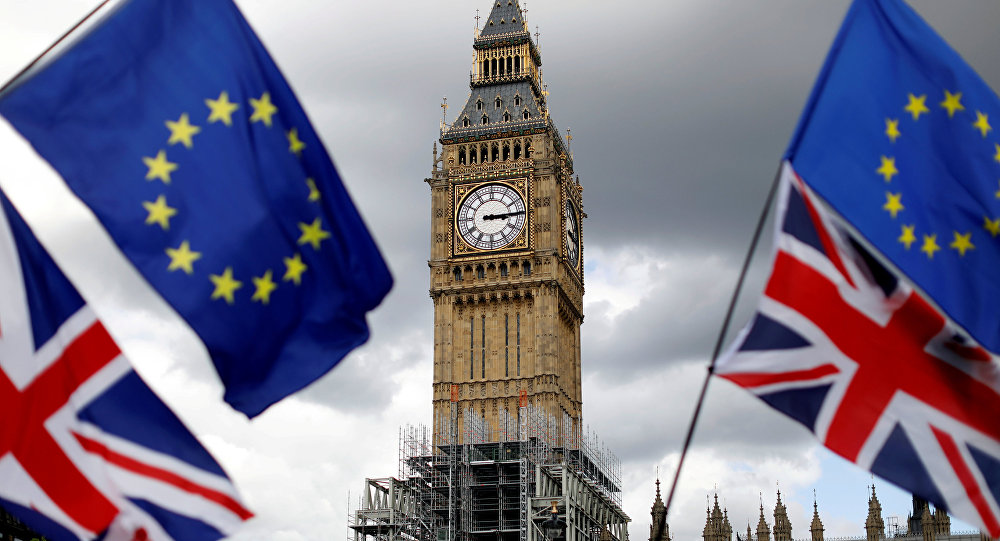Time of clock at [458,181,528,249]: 3:14
